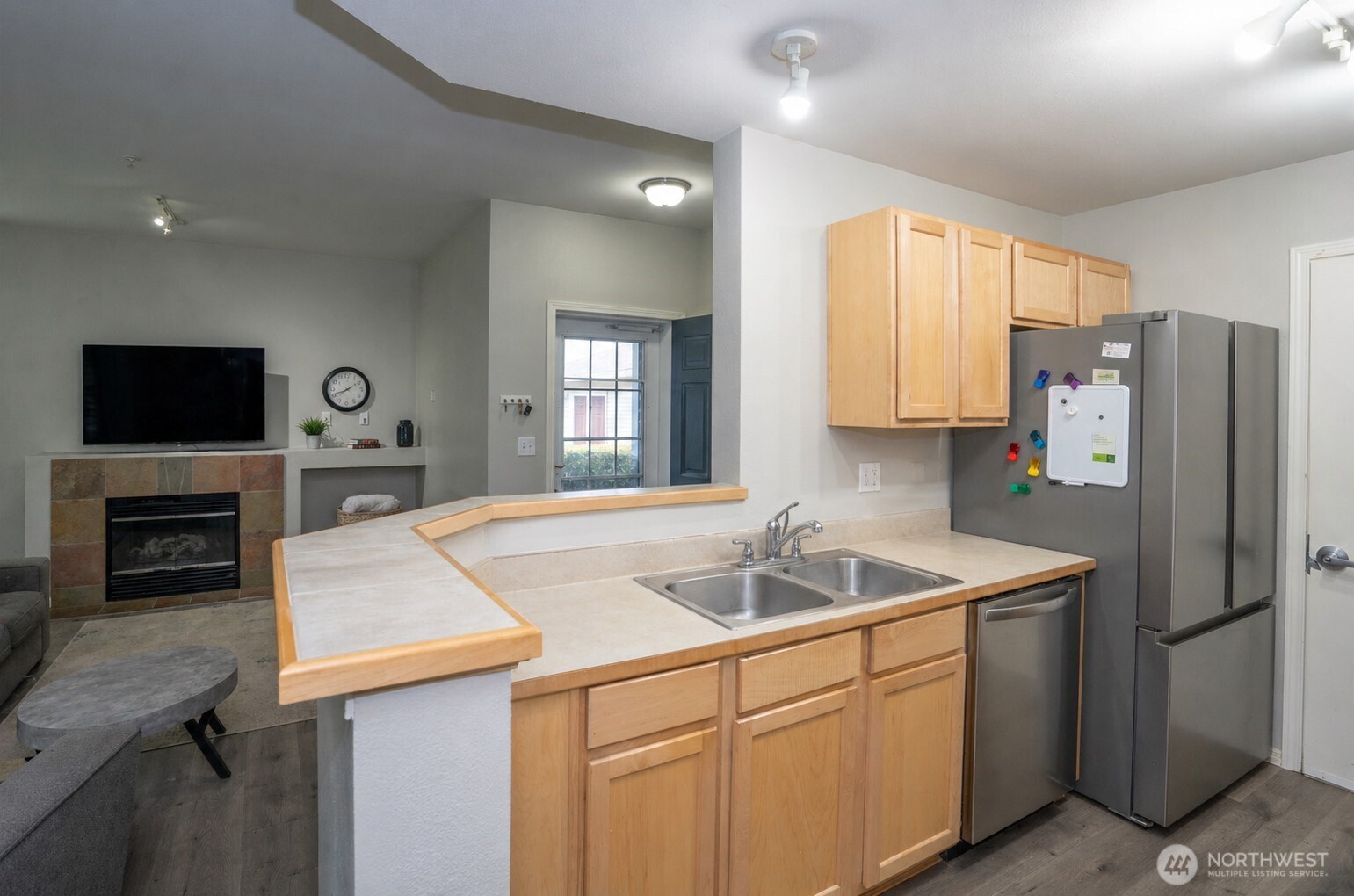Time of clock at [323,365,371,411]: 7:41
